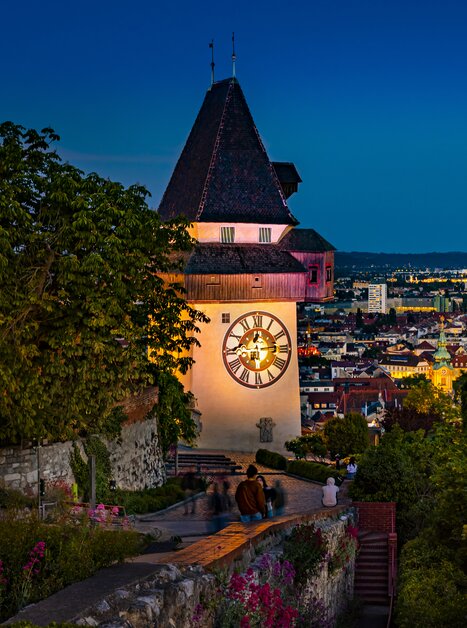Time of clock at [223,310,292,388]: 12:13
